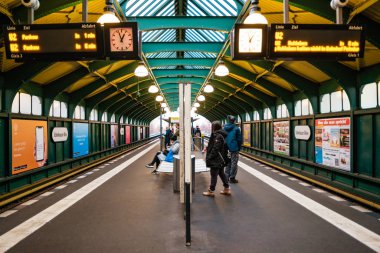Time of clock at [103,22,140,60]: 12:56
